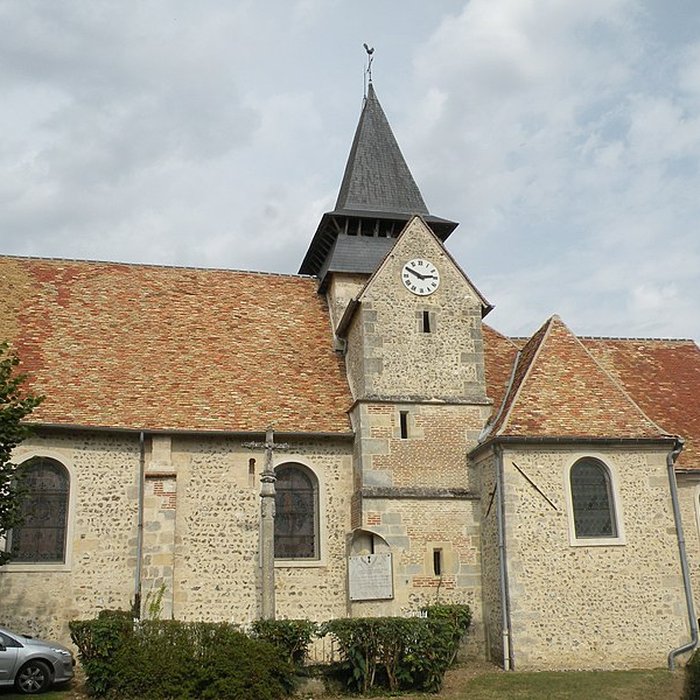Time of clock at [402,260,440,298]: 2:49
